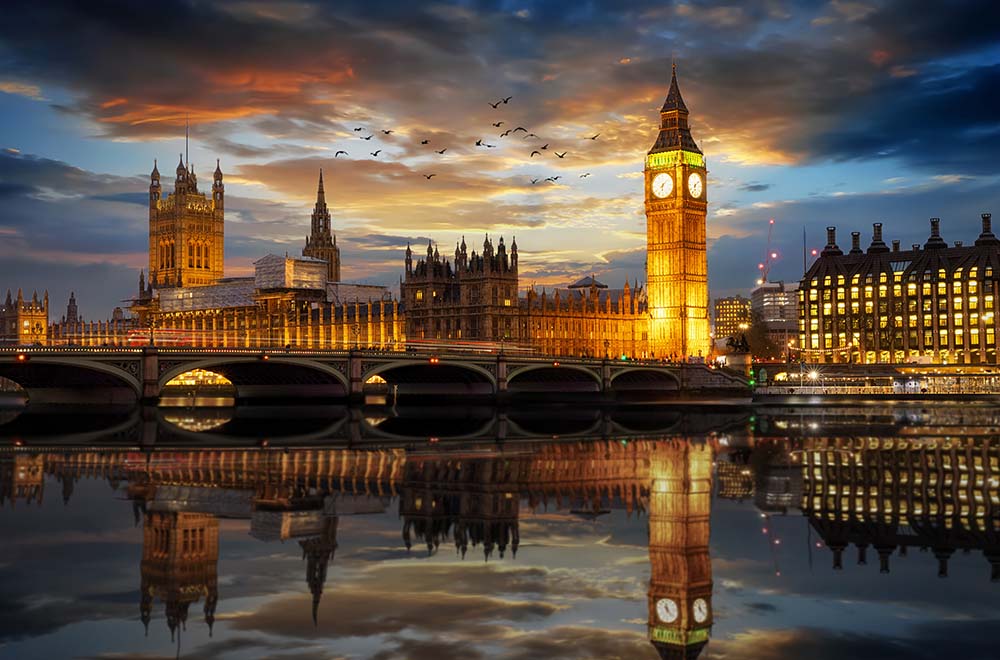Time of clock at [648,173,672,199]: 6:07
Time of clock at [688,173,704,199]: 6:08
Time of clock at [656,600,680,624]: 11:22
